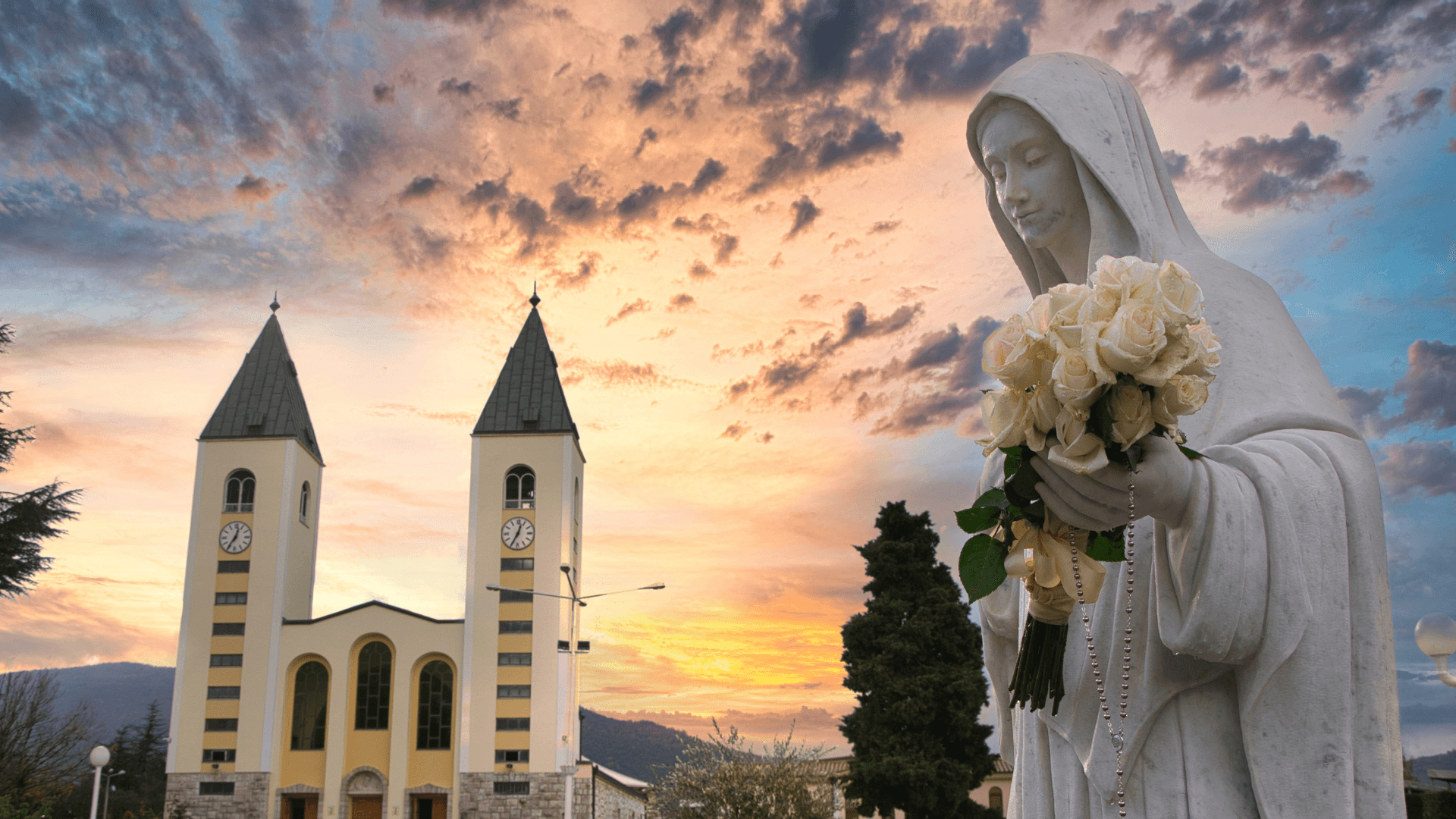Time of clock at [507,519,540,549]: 12:34
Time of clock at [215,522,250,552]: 12:35
